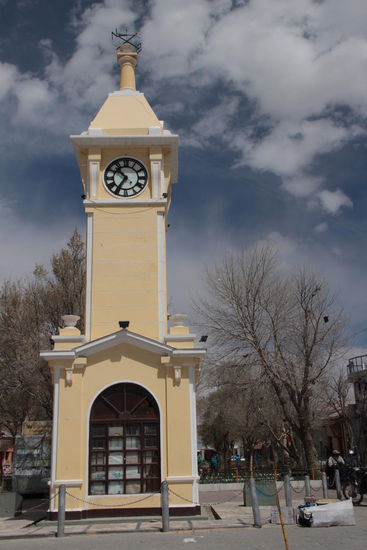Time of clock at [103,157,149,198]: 10:35
